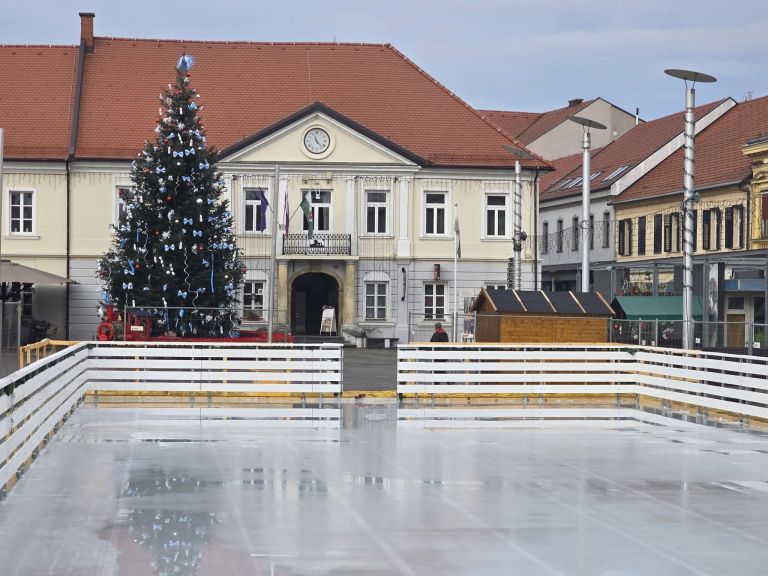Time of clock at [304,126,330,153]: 11:22
